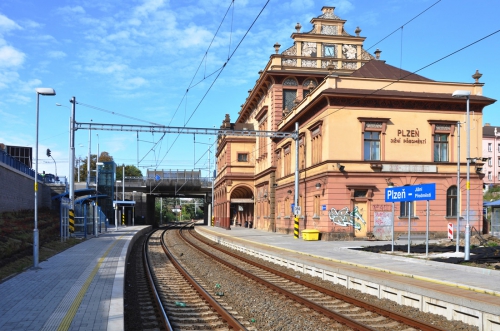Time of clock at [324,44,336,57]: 11:25
